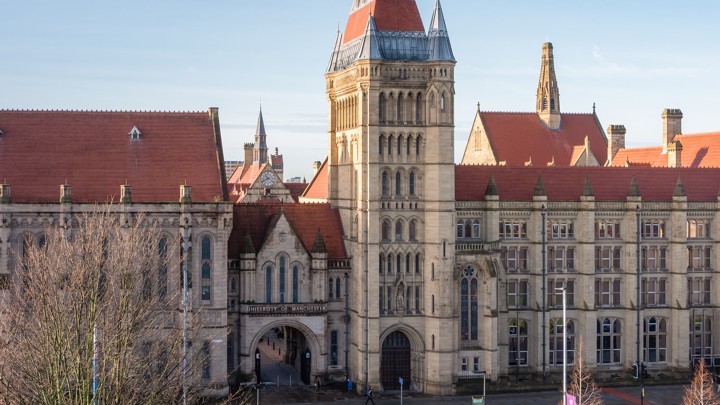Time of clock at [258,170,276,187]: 10:41
